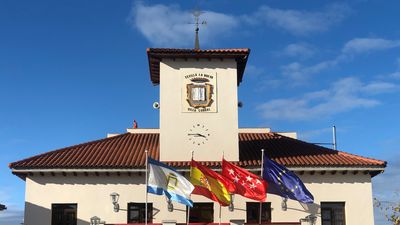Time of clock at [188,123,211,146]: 3:45
